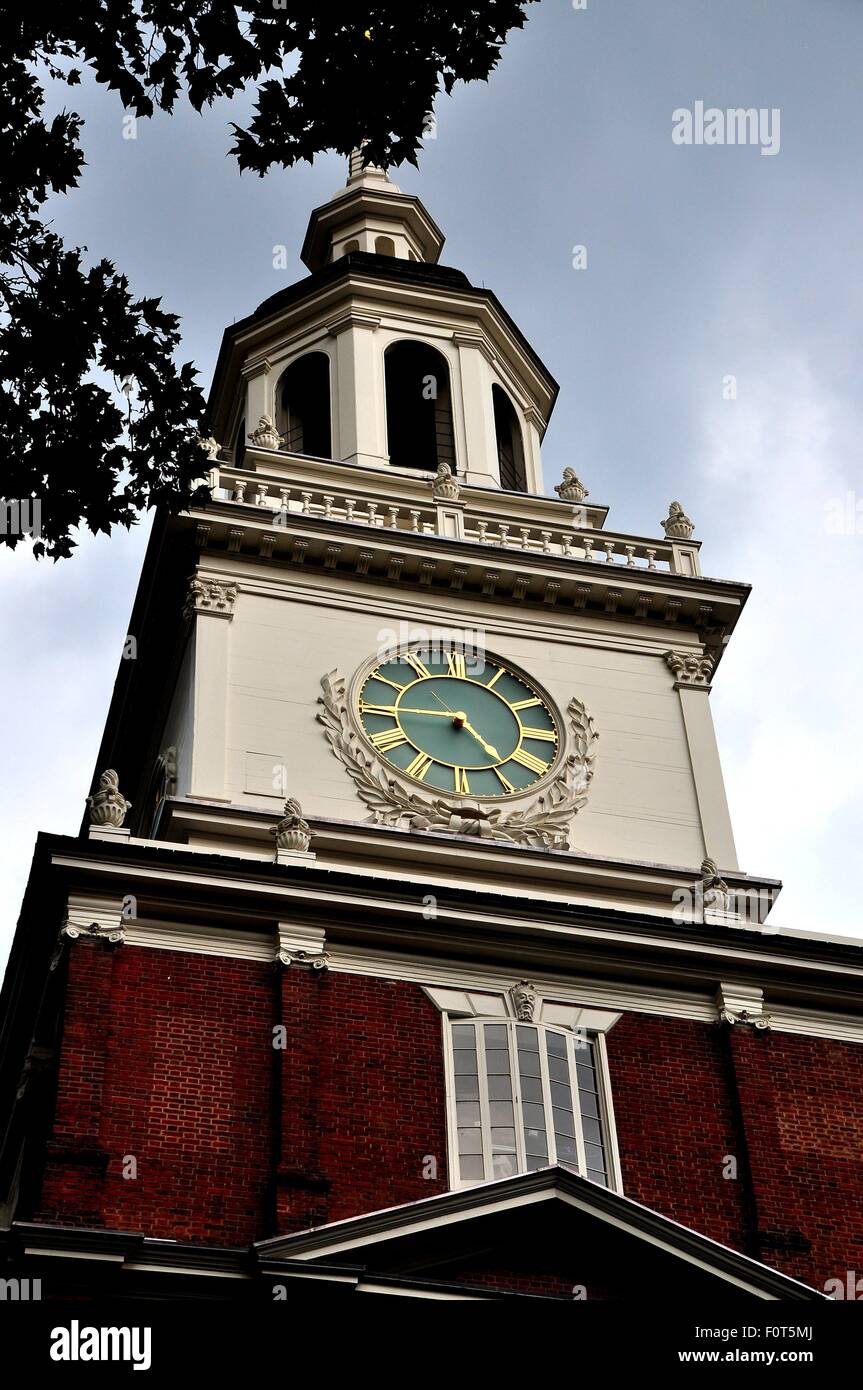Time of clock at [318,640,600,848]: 4:45
